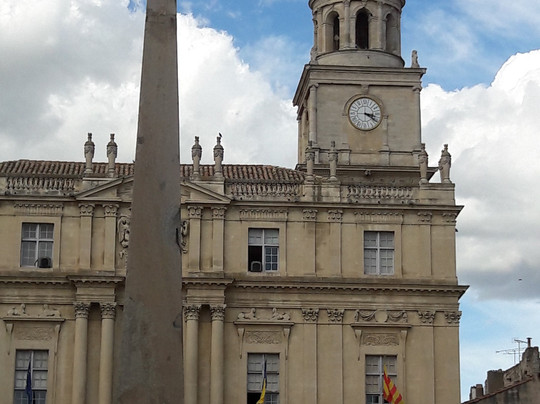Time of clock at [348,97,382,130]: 3:20
